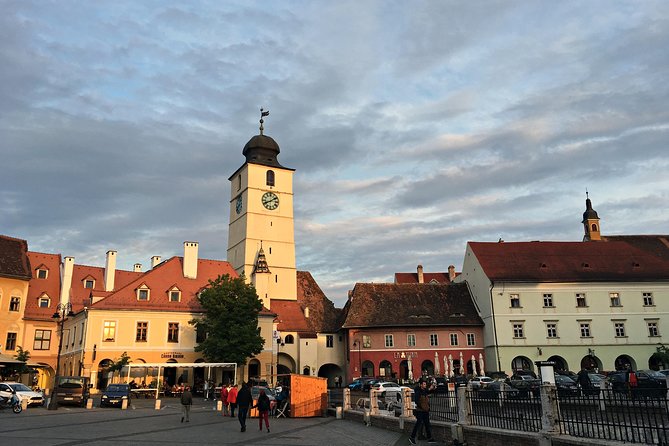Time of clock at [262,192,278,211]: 8:09
